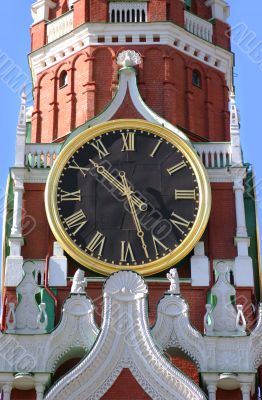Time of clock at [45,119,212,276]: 10:27
